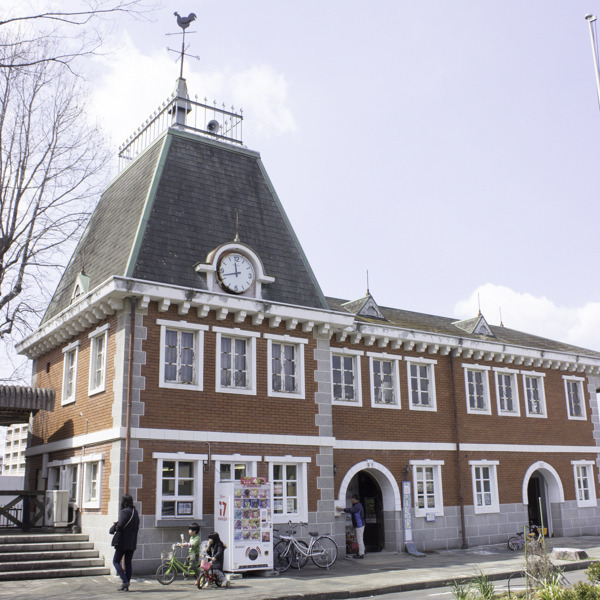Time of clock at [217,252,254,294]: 11:42
